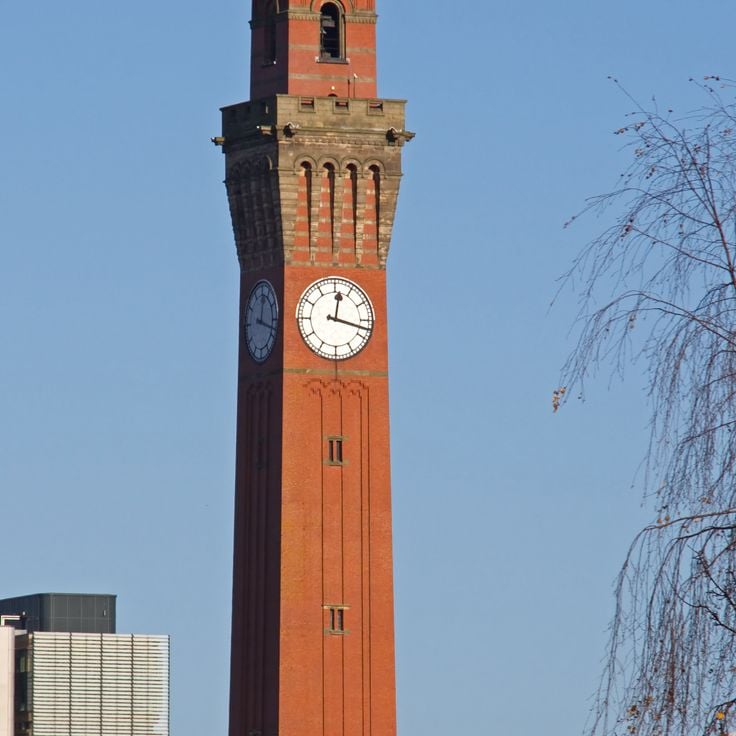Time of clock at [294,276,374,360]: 12:17
